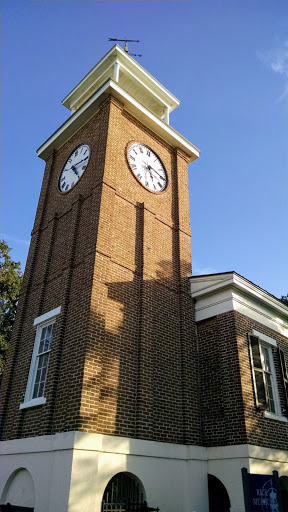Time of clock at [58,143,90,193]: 4:14
